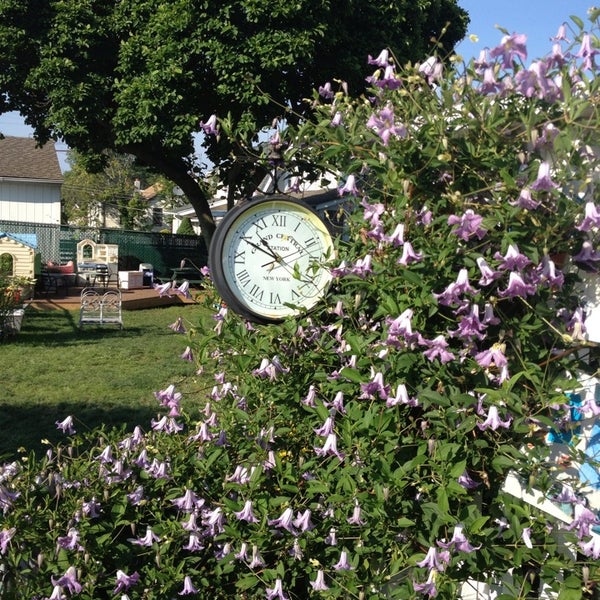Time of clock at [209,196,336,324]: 10:49
